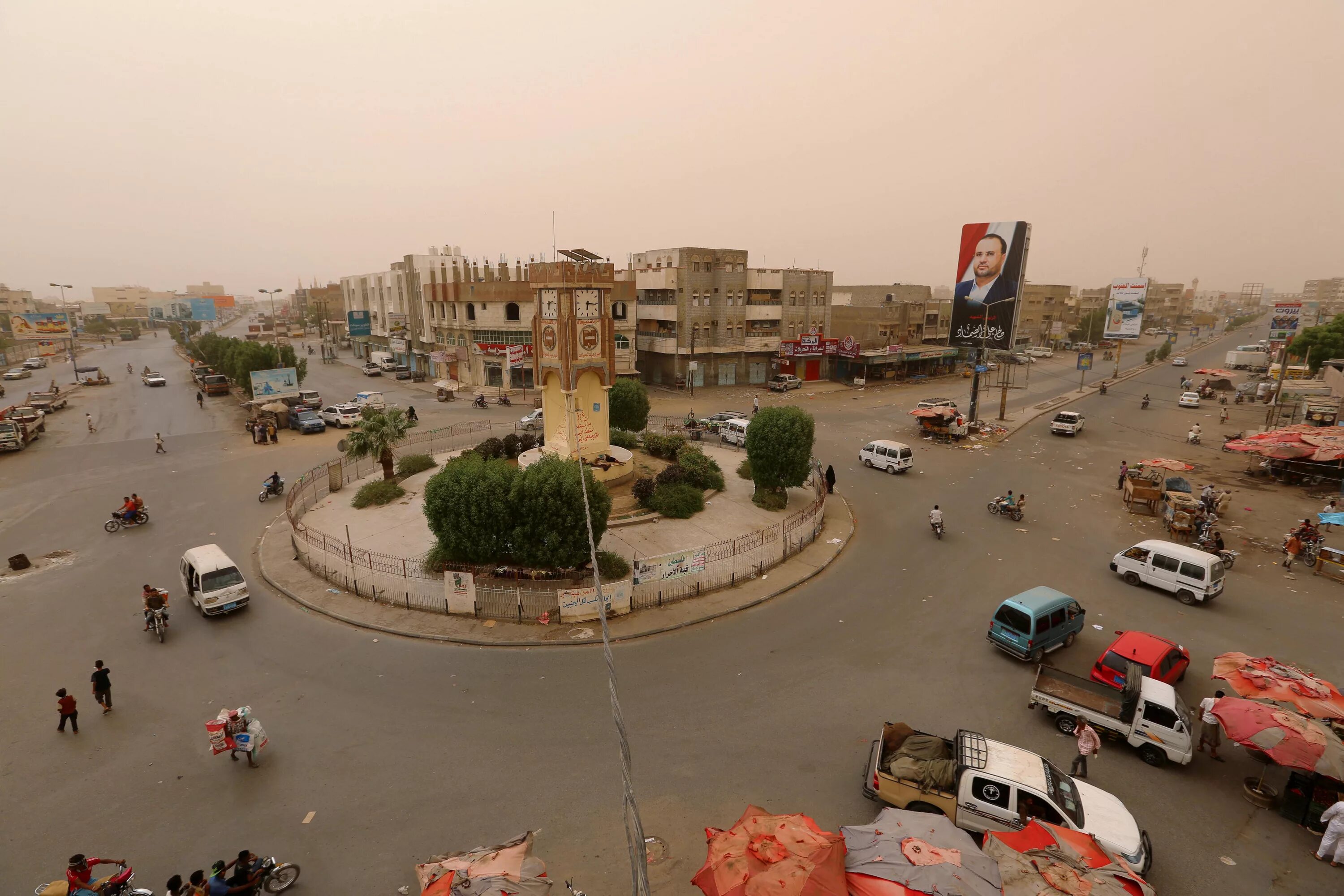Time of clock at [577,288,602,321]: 6:15
